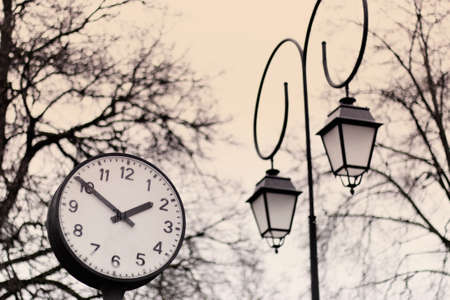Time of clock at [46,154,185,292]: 1:50
